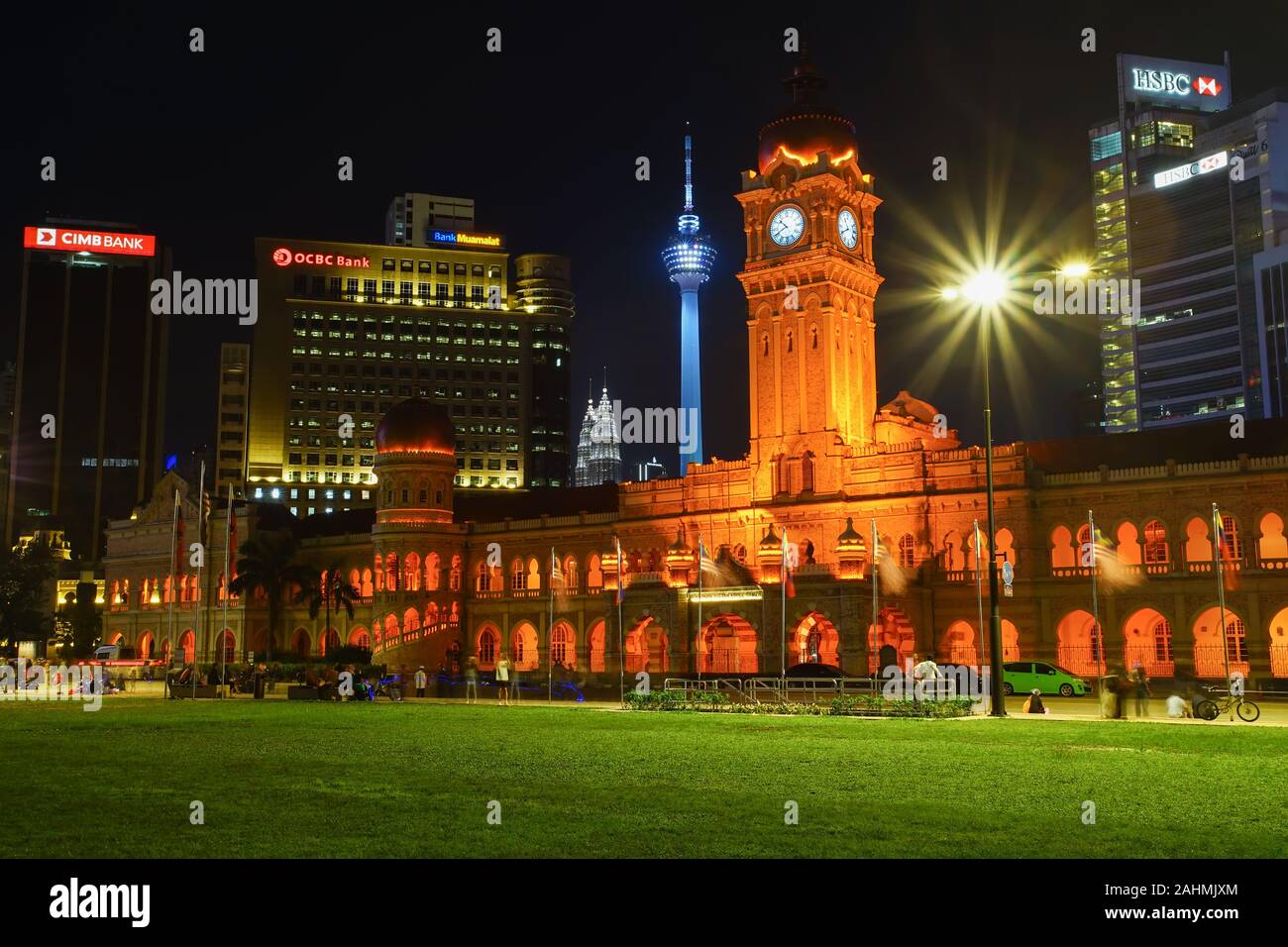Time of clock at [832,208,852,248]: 10:40
